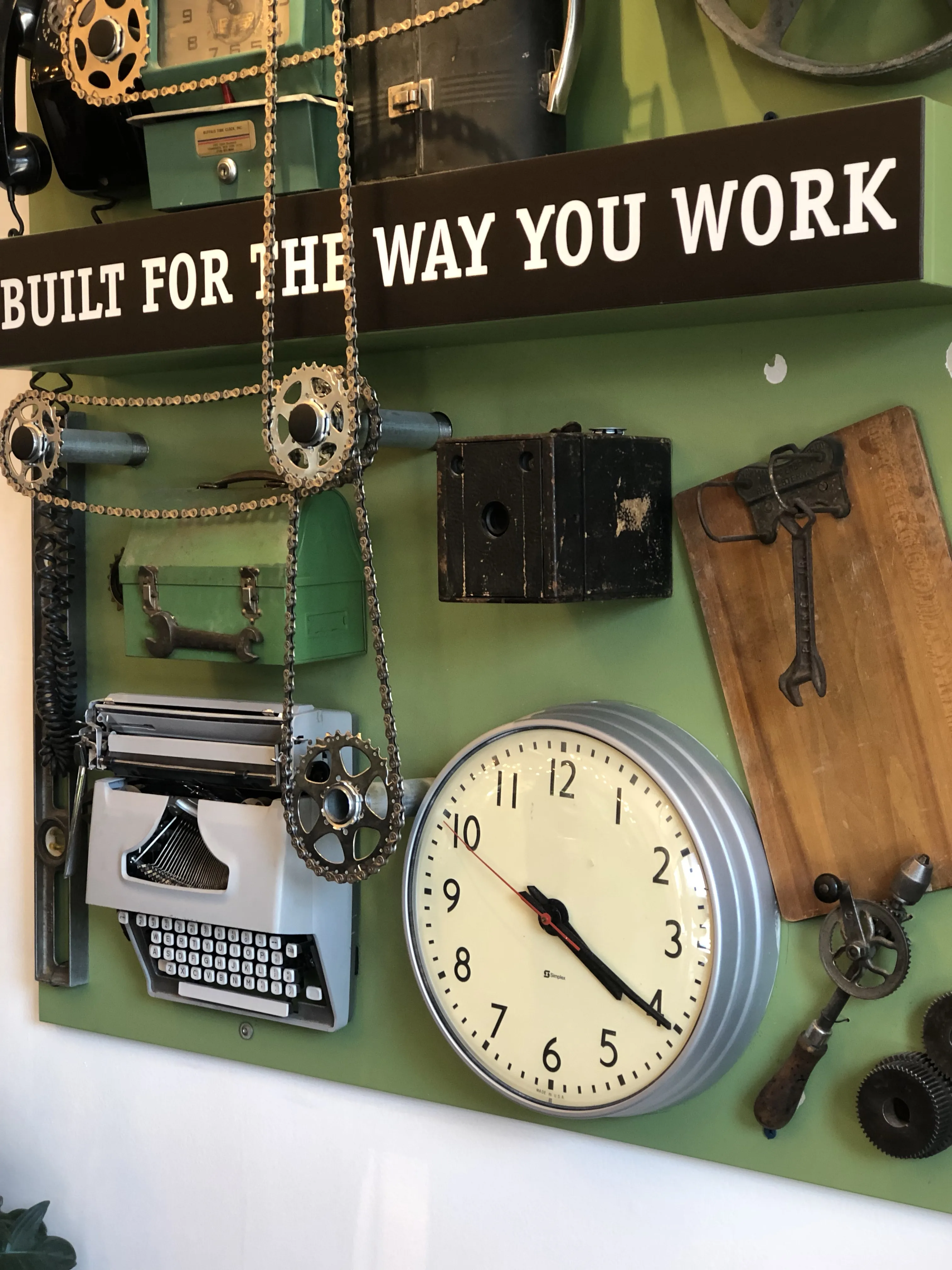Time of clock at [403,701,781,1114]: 4:20
